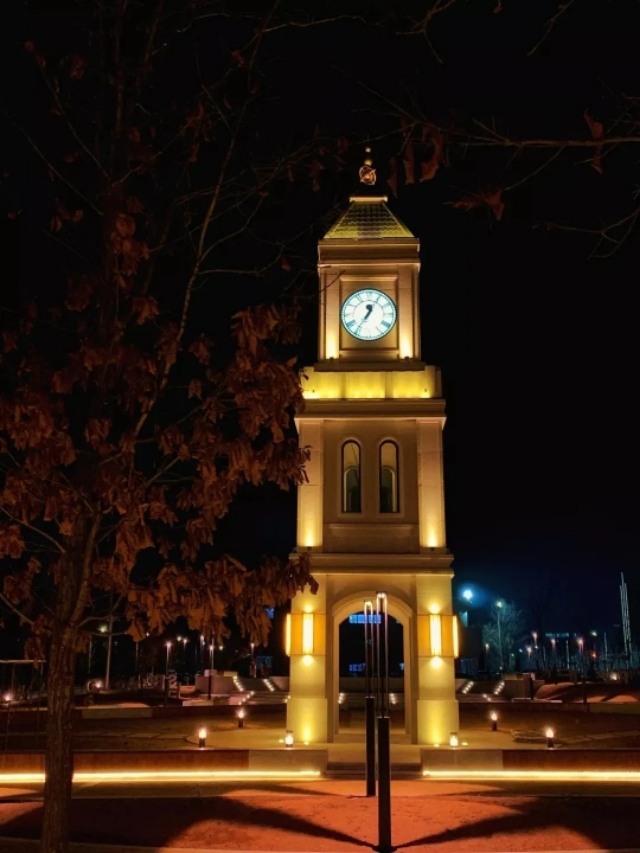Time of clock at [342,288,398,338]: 12:35
